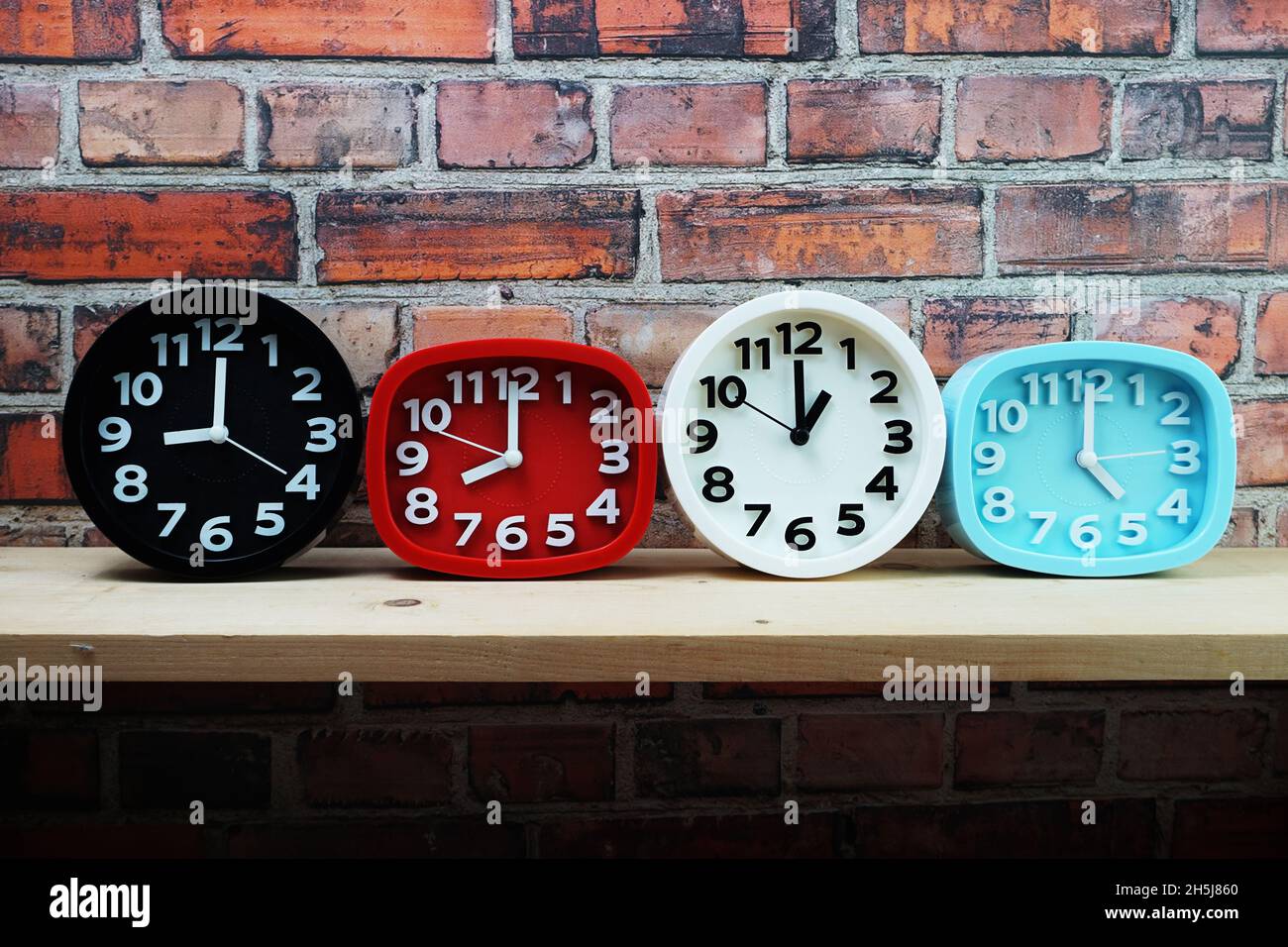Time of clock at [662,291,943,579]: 12:59
